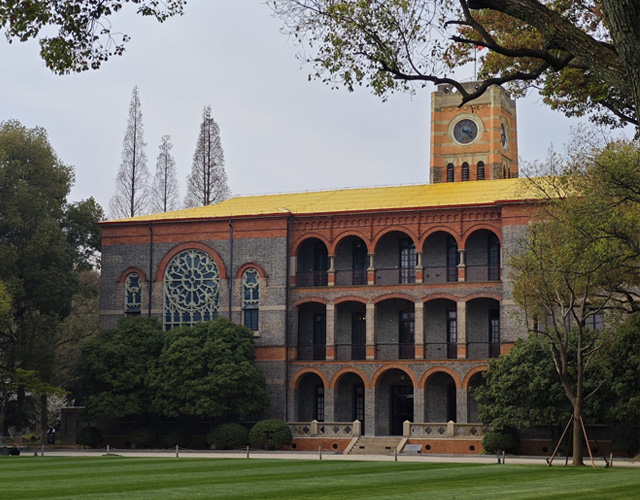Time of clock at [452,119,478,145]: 3:22
